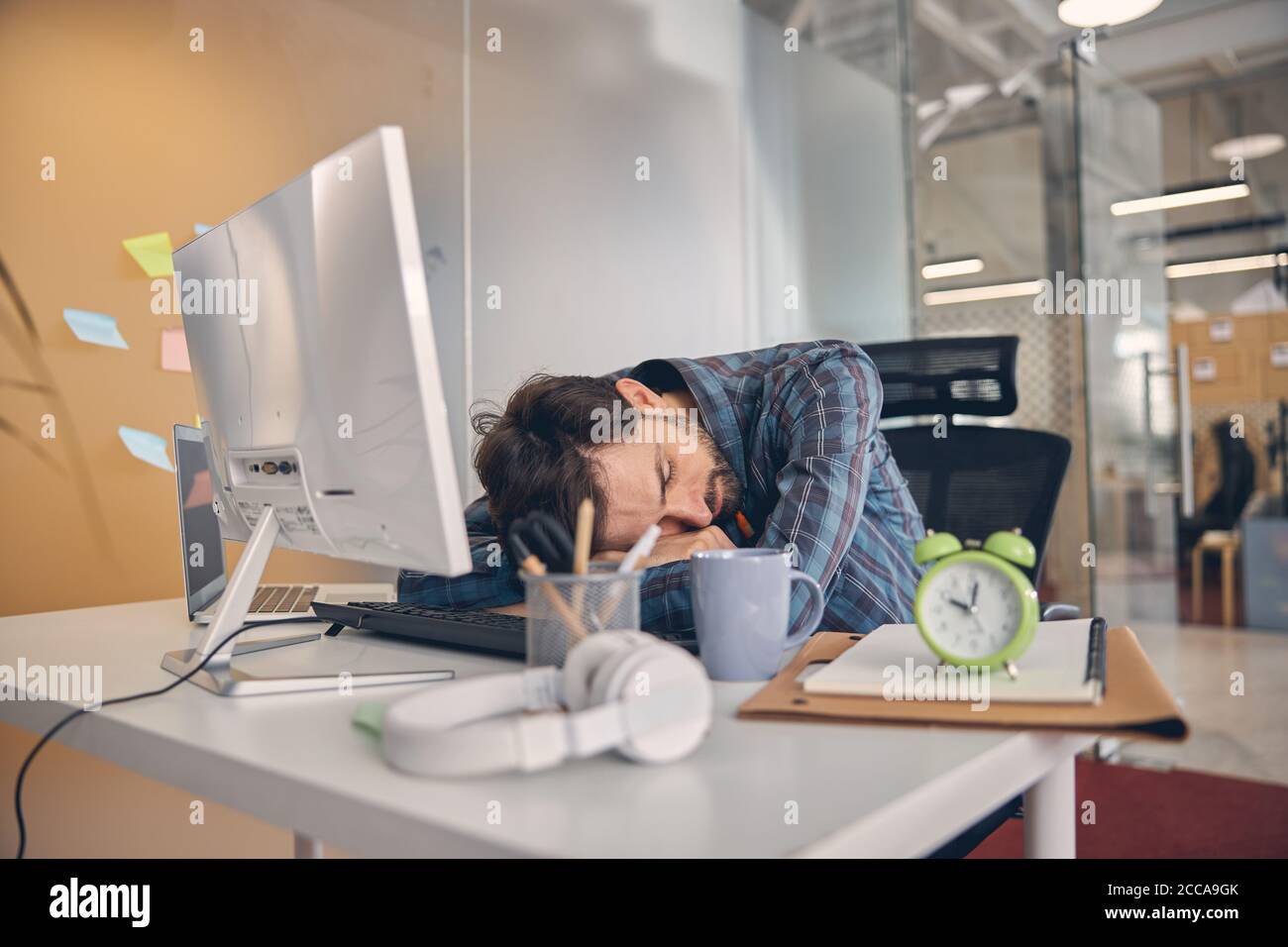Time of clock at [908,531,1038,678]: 10:01
